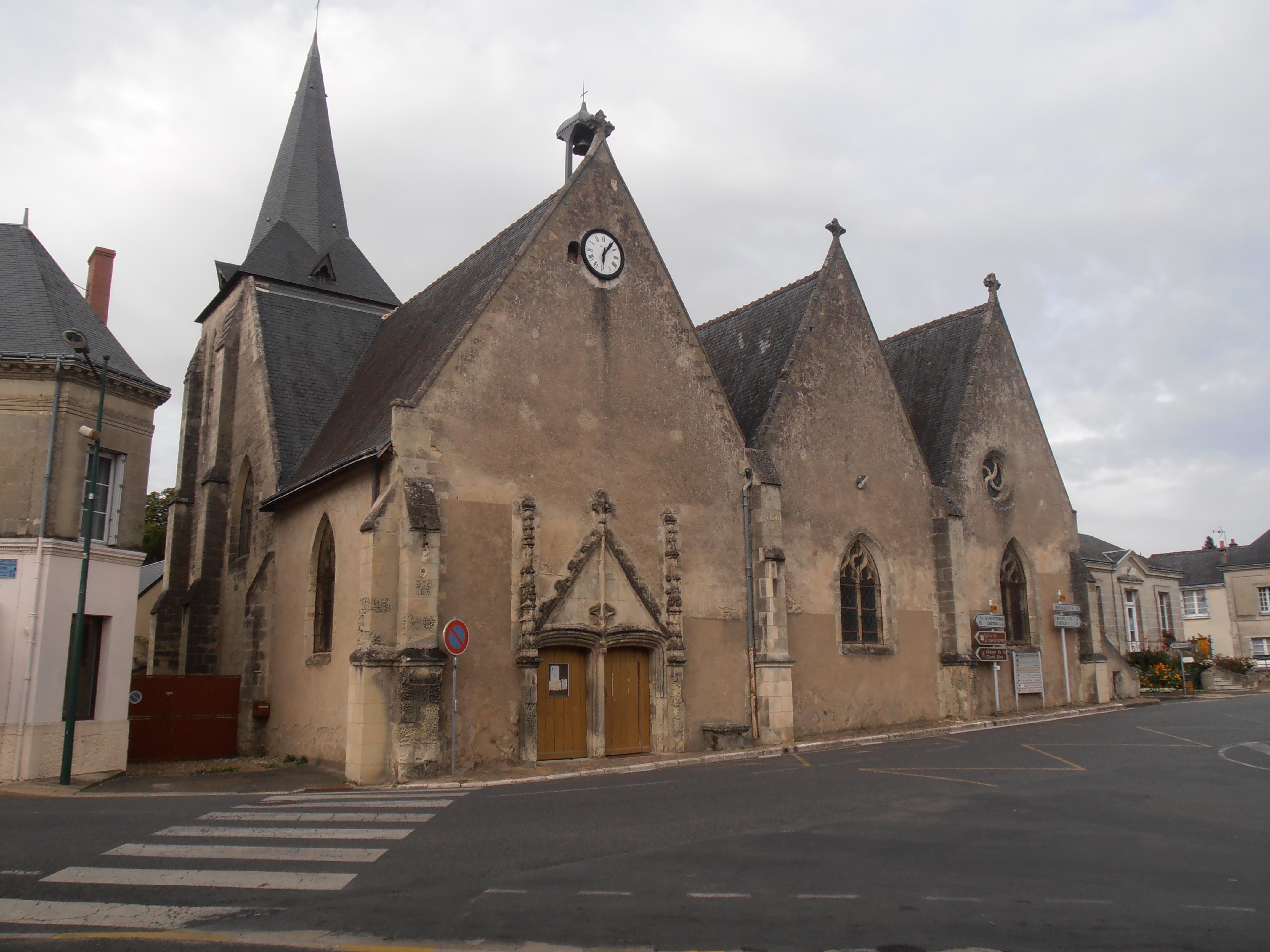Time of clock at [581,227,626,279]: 6:06
